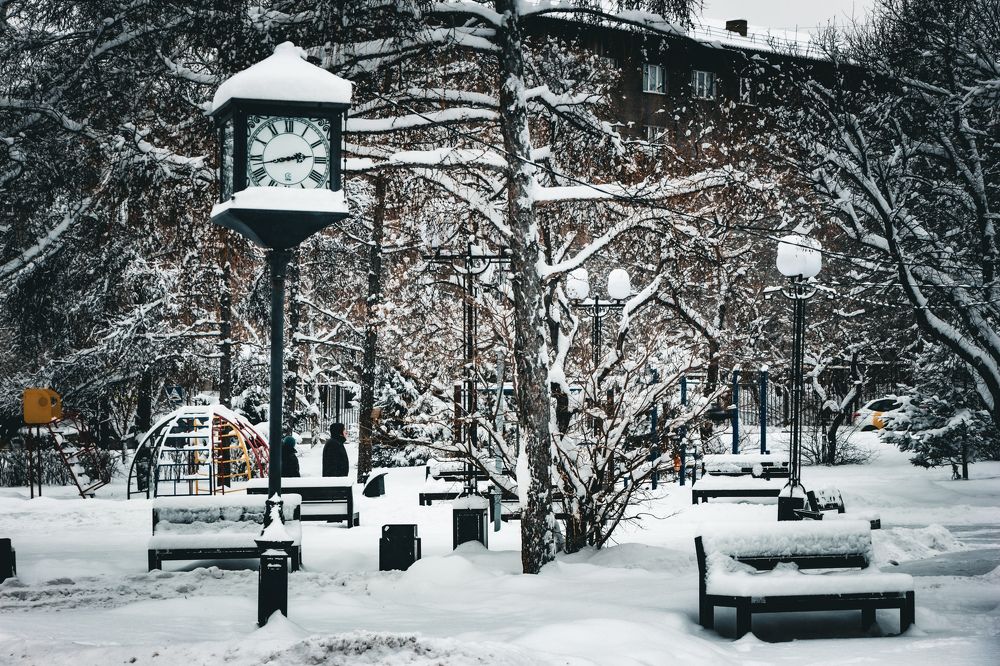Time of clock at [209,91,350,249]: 2:42
